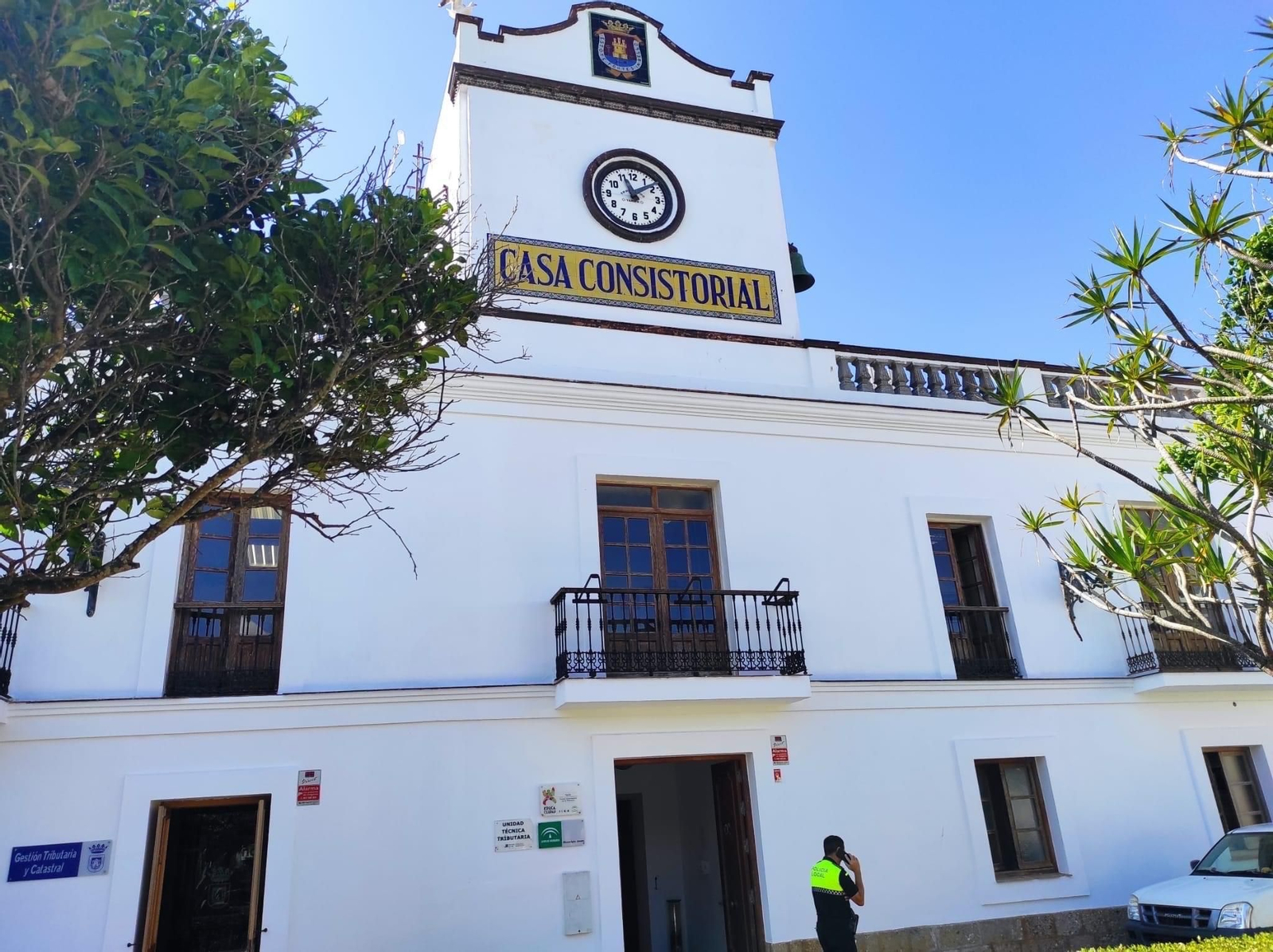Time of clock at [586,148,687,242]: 11:08
